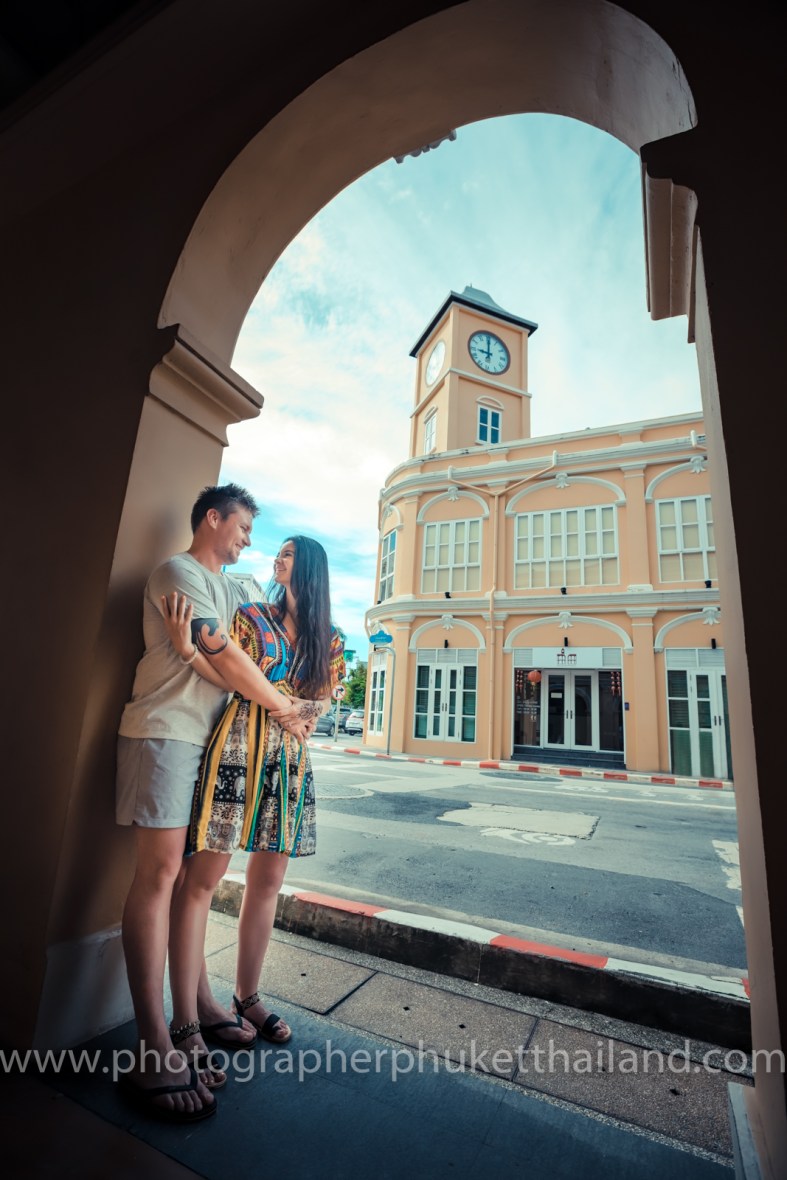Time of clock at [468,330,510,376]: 9:00
